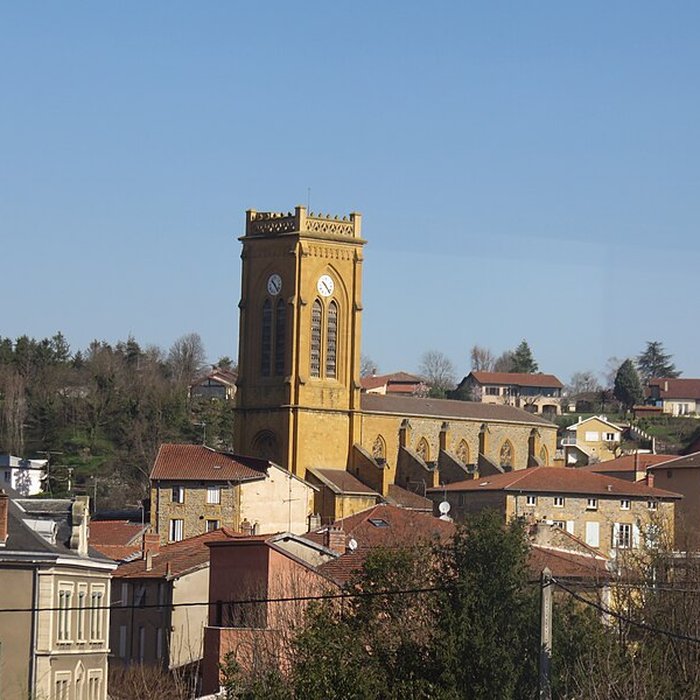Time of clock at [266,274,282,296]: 10:23
